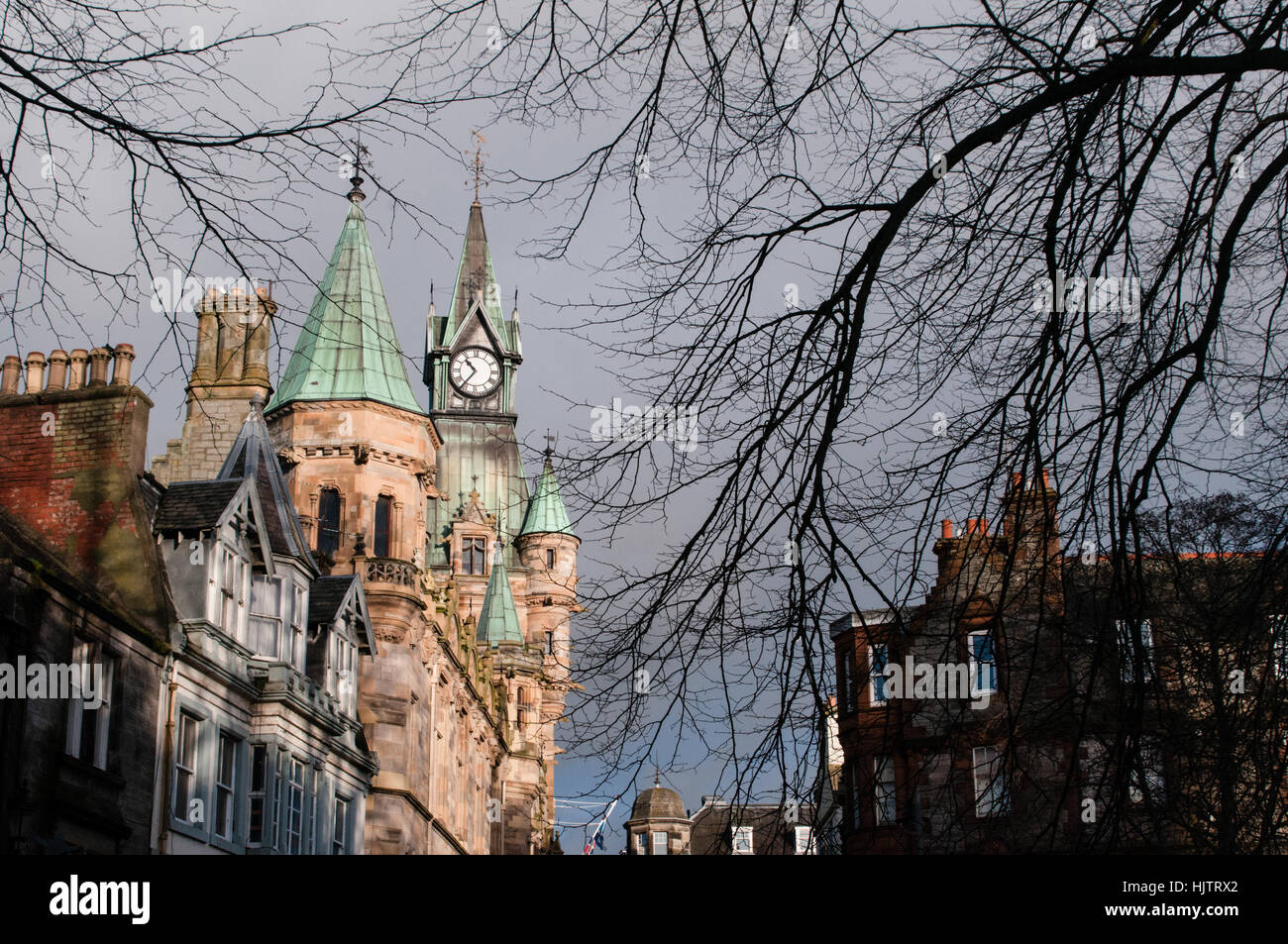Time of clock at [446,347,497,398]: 10:36
